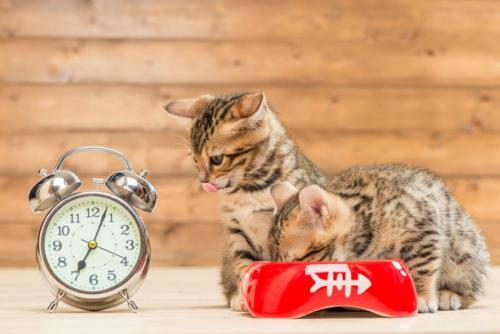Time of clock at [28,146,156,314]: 7:03
